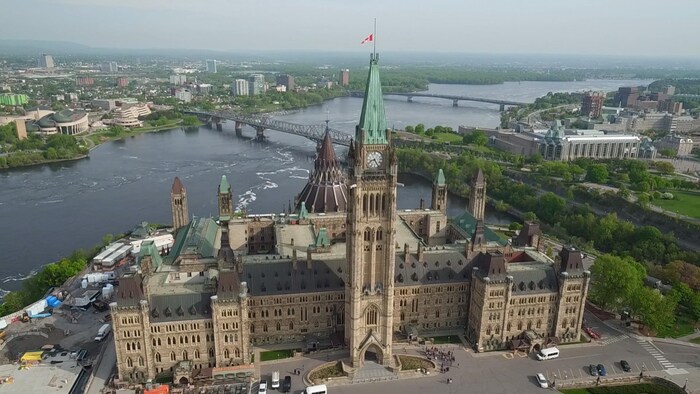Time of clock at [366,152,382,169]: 8:25
